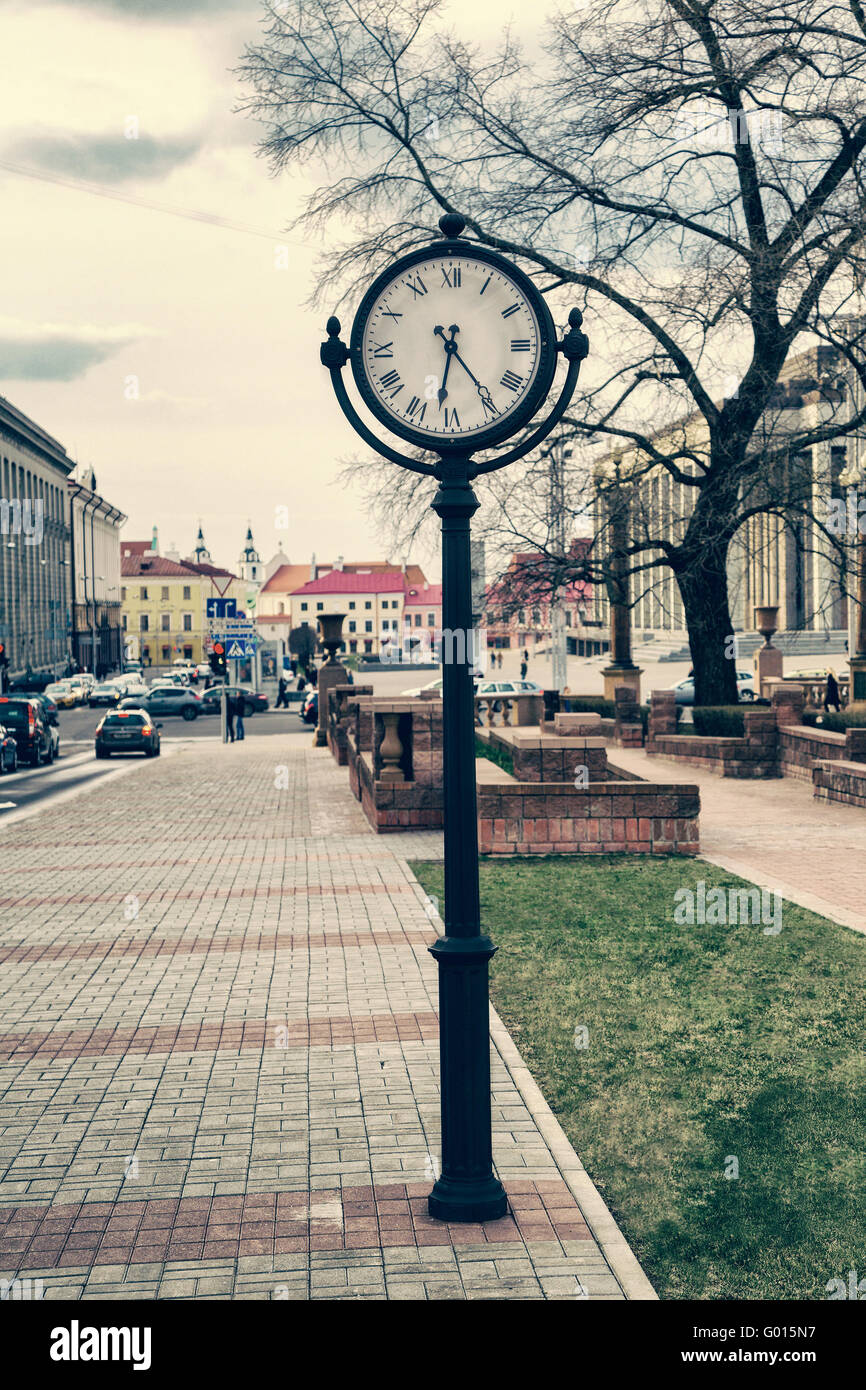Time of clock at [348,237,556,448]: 6:24
